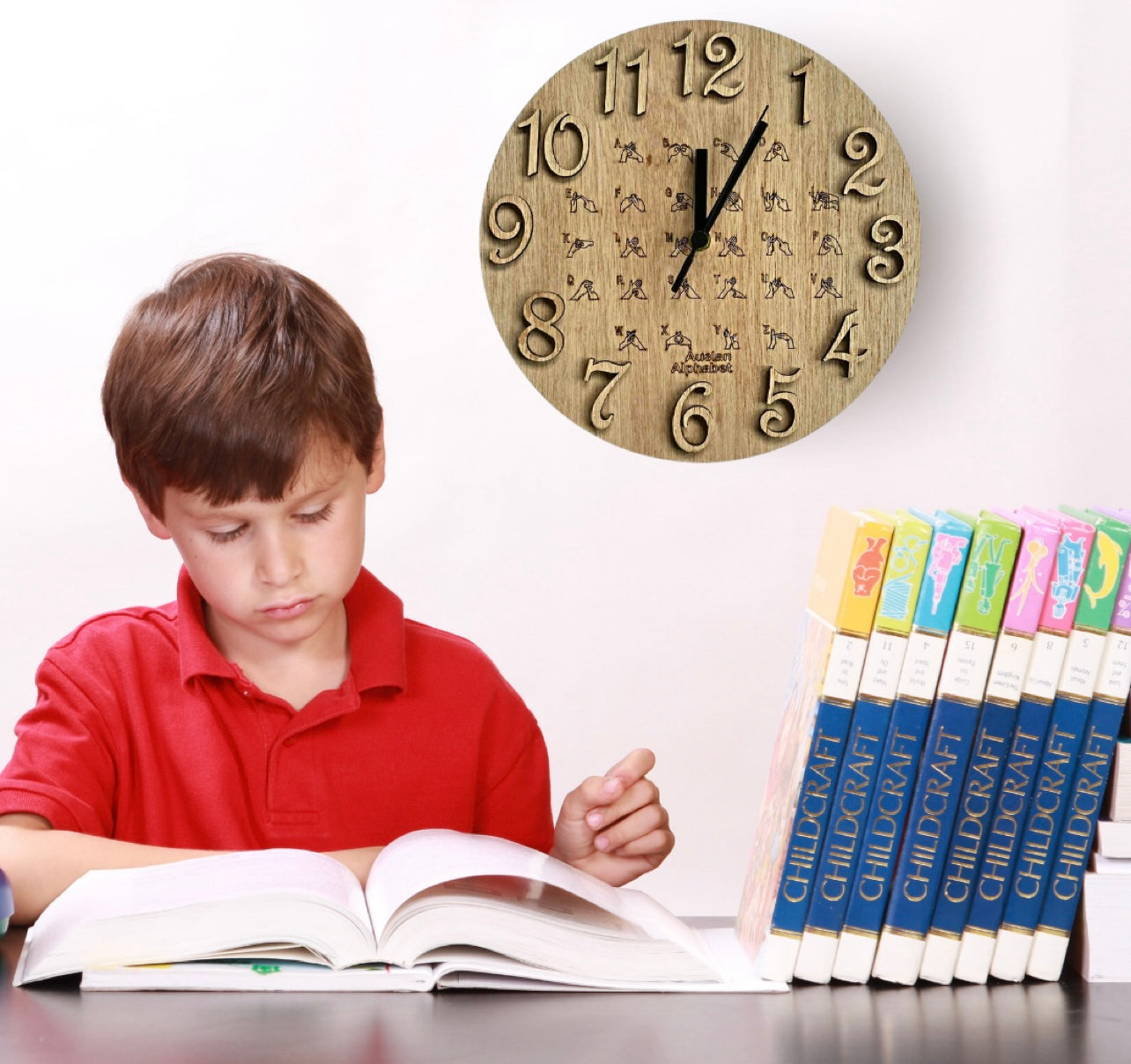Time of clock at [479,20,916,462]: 12:04
